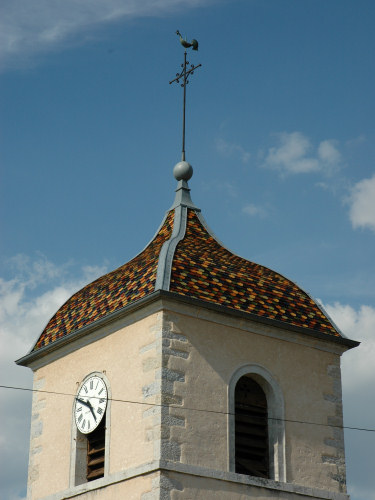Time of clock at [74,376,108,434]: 4:49
